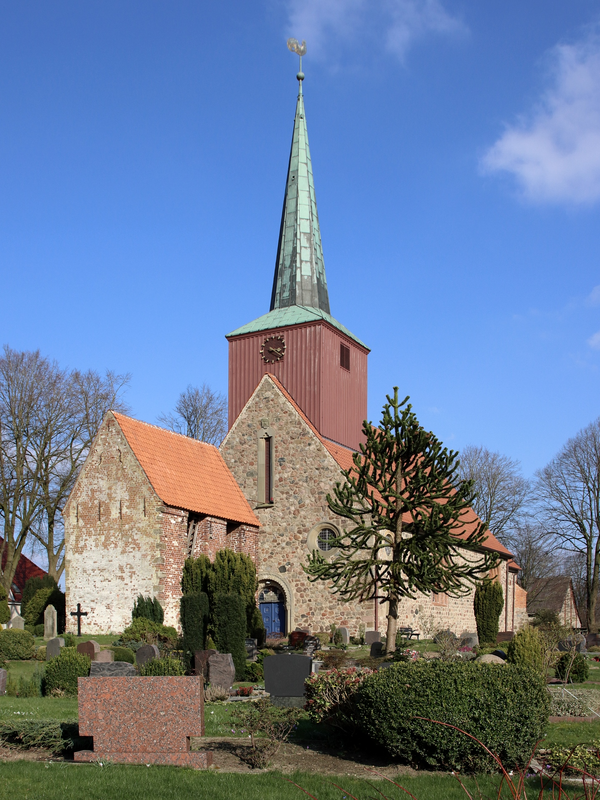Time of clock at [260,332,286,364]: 3:20
